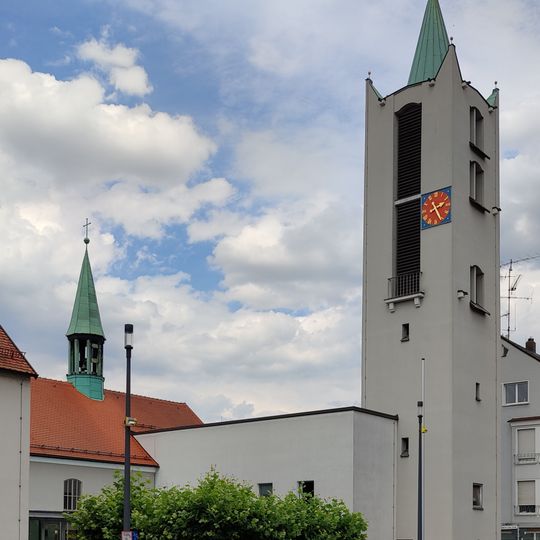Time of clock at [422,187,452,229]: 2:25
